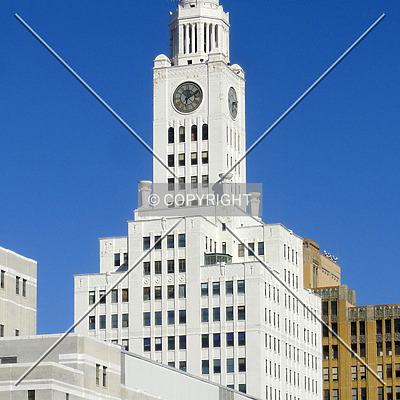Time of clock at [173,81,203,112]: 6:10
